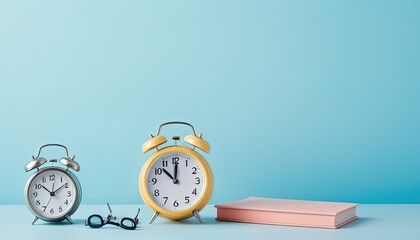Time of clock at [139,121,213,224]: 11:52
